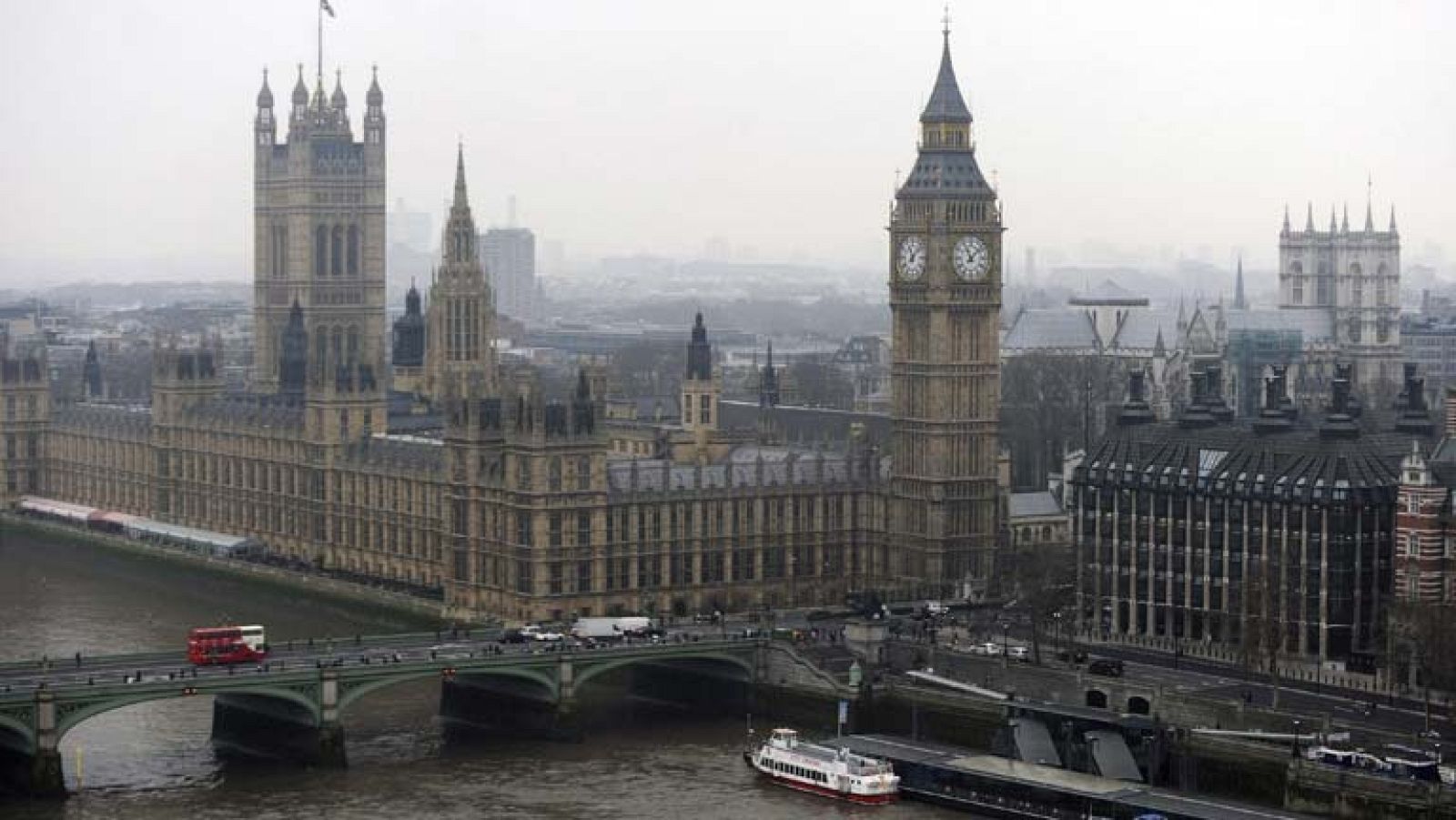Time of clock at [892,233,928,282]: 11:07
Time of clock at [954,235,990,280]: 11:07
